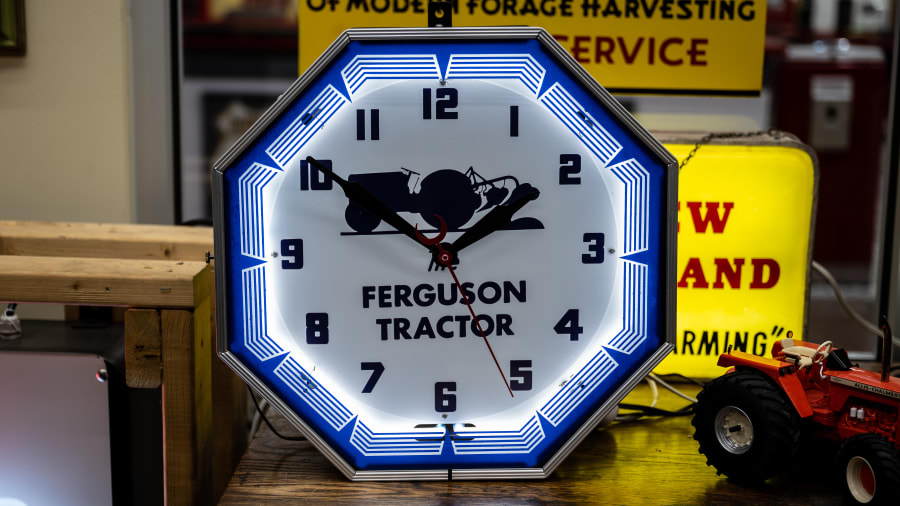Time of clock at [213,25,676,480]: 1:50
